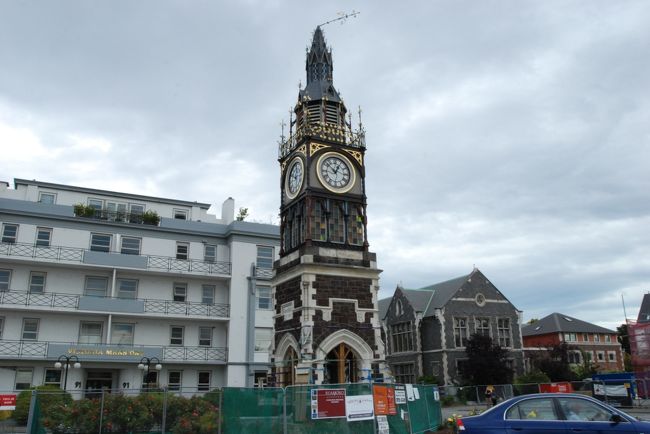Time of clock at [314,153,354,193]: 12:52
